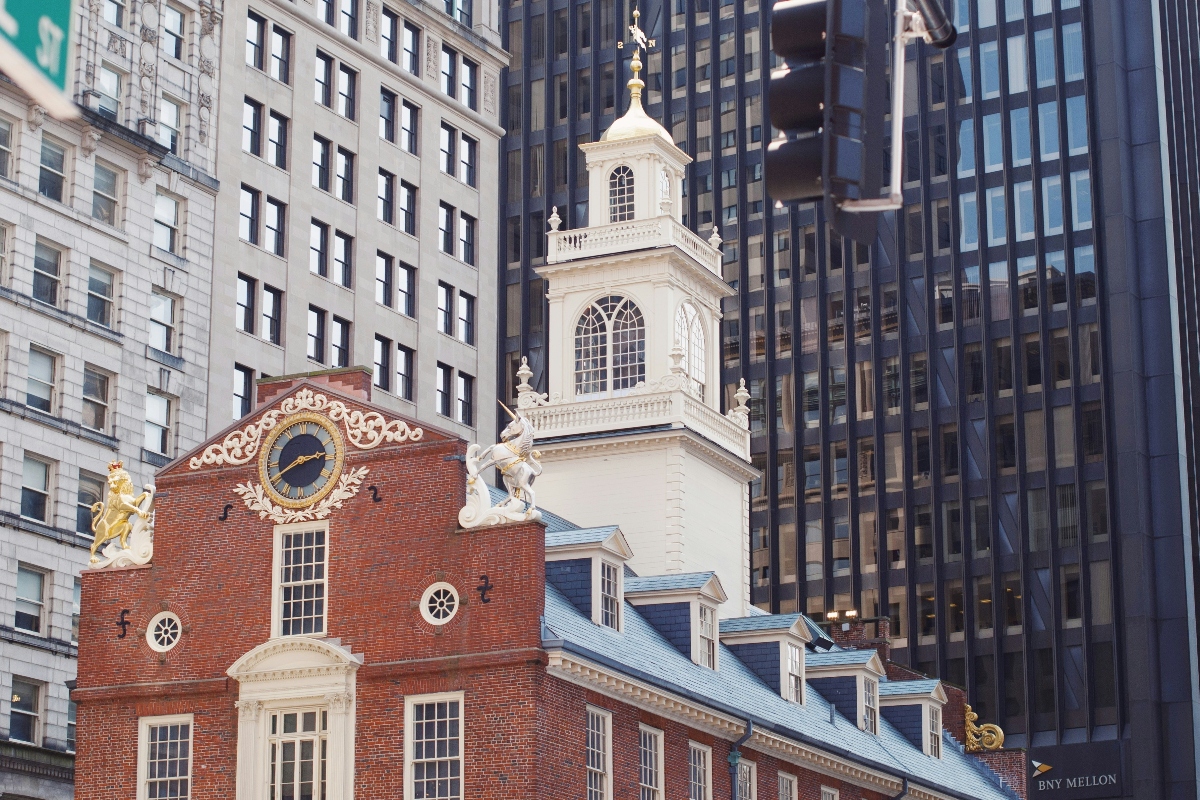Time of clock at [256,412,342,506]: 2:40
